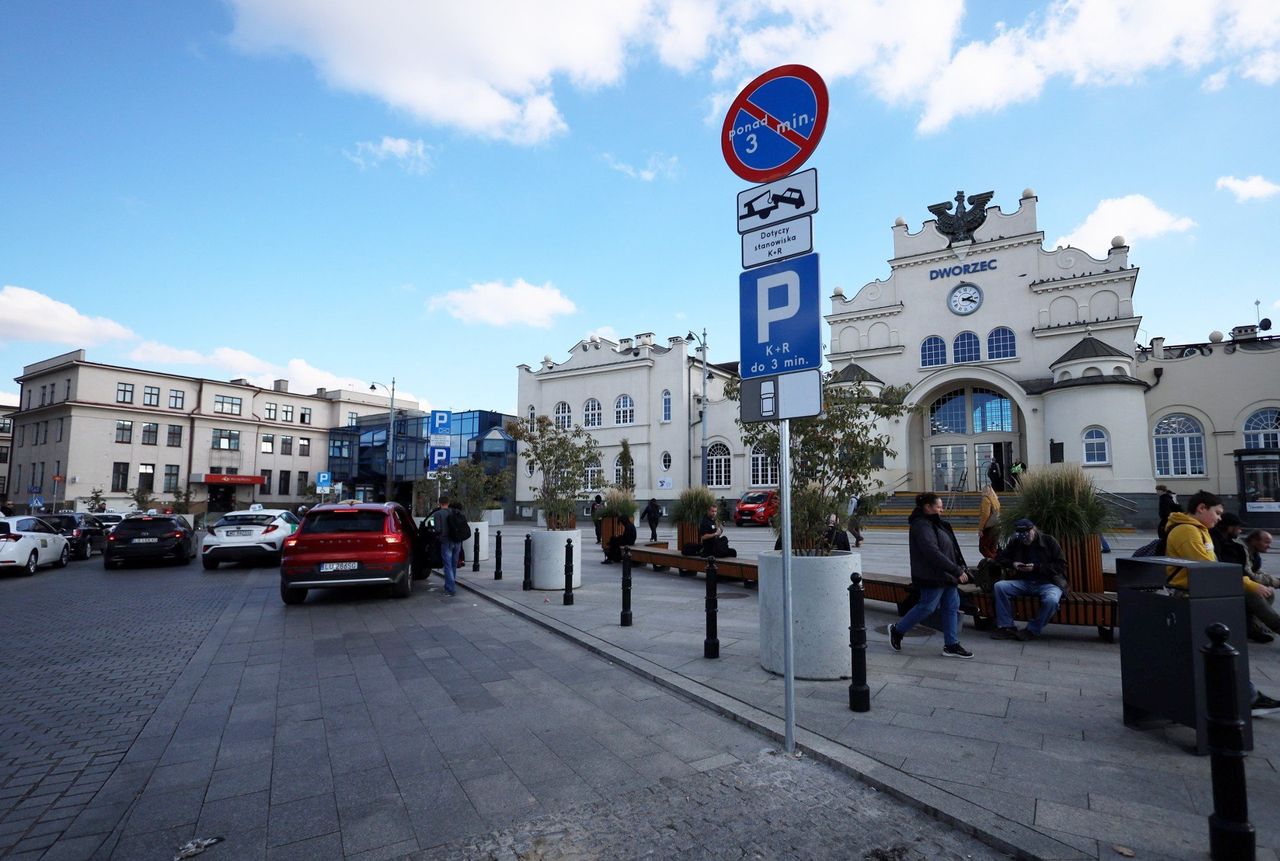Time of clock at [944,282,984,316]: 2:18
